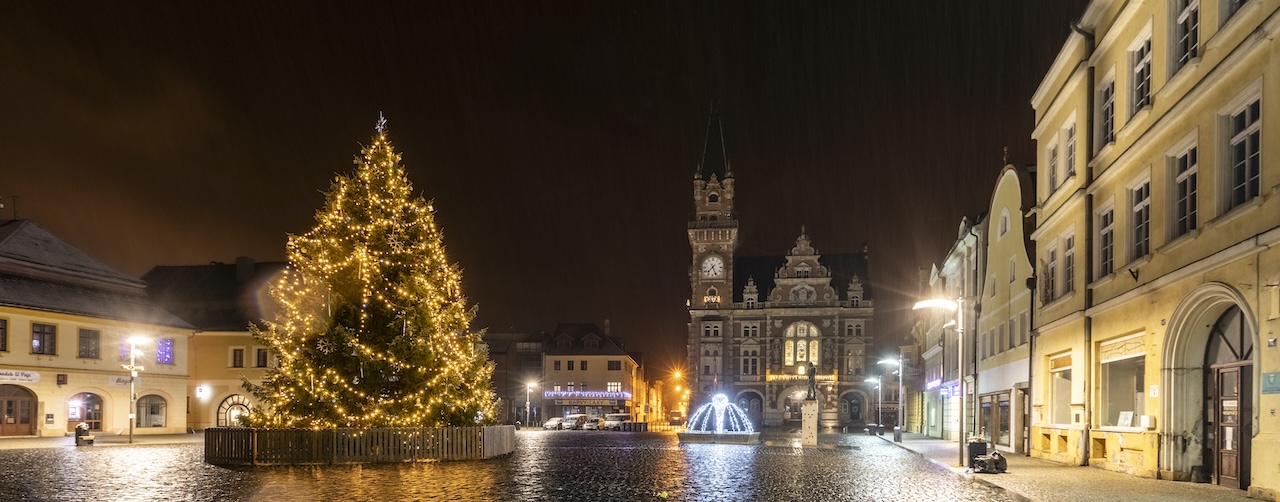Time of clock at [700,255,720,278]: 7:26
